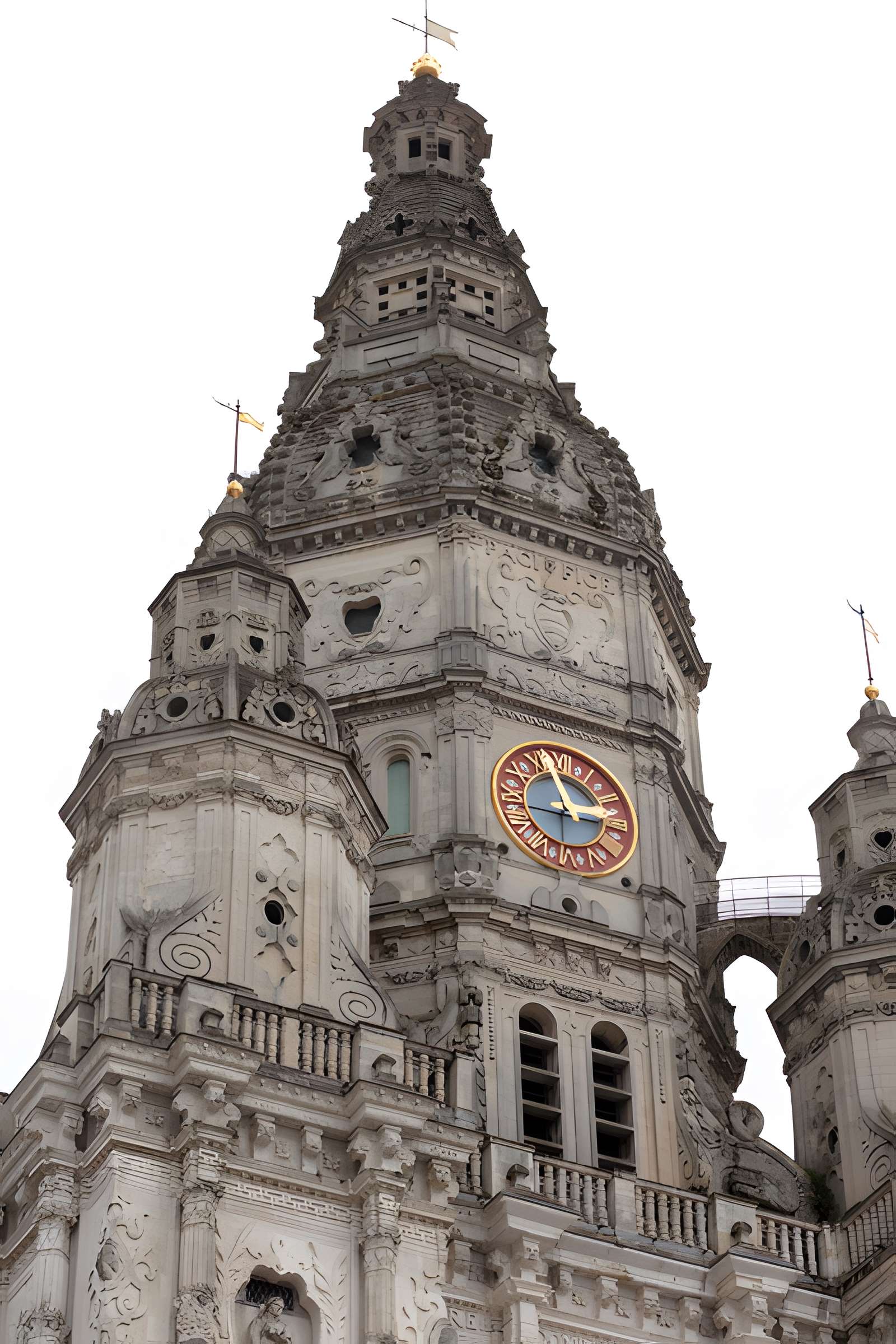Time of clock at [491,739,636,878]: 2:56
